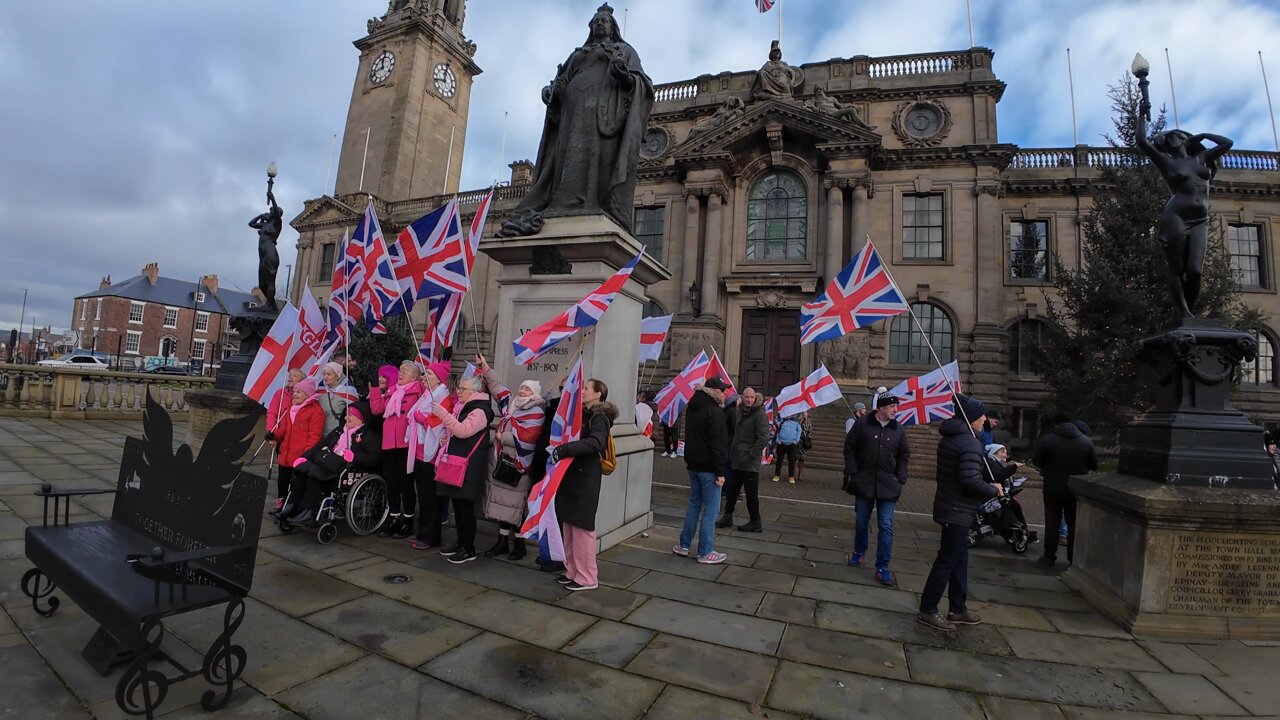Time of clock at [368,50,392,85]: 11:42
